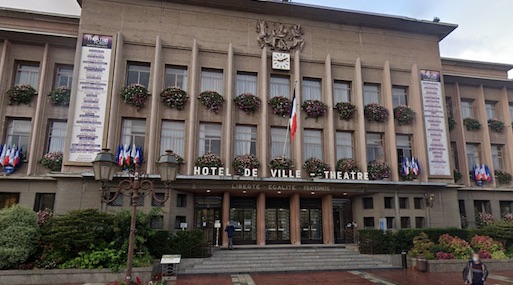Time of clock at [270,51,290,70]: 9:10
